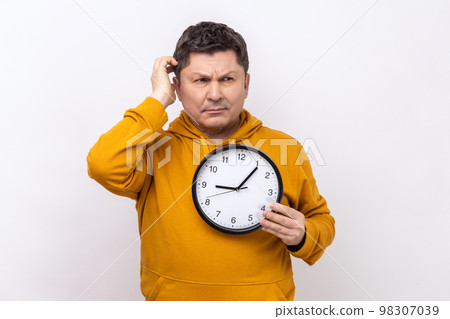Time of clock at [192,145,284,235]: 9:06
